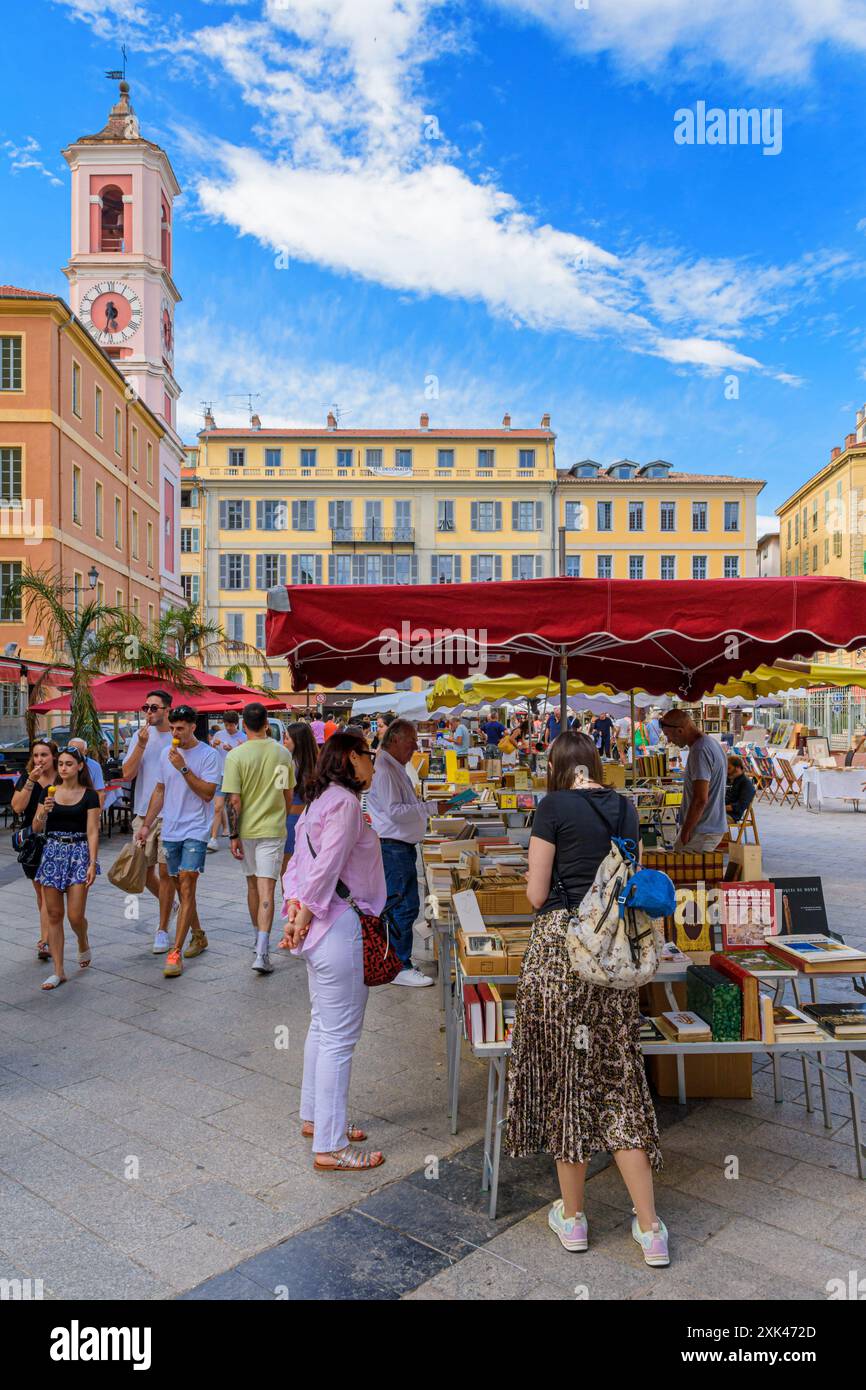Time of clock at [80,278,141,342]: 5:32
